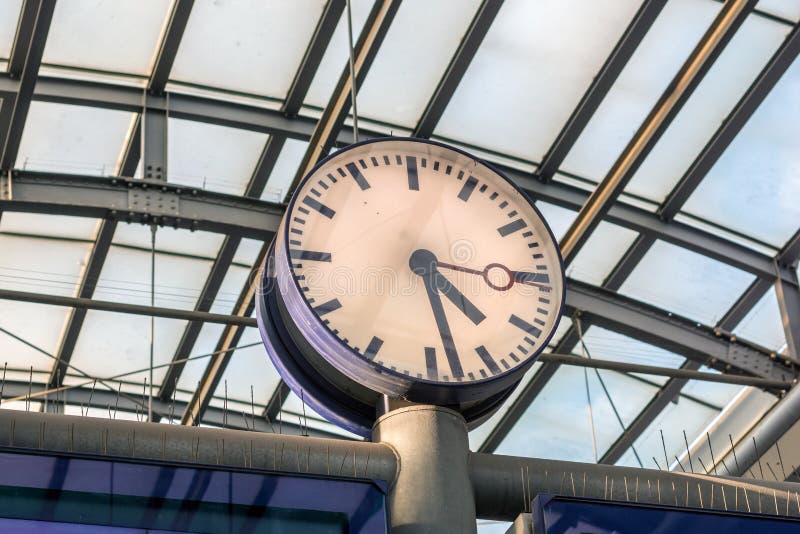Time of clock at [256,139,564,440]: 4:28
